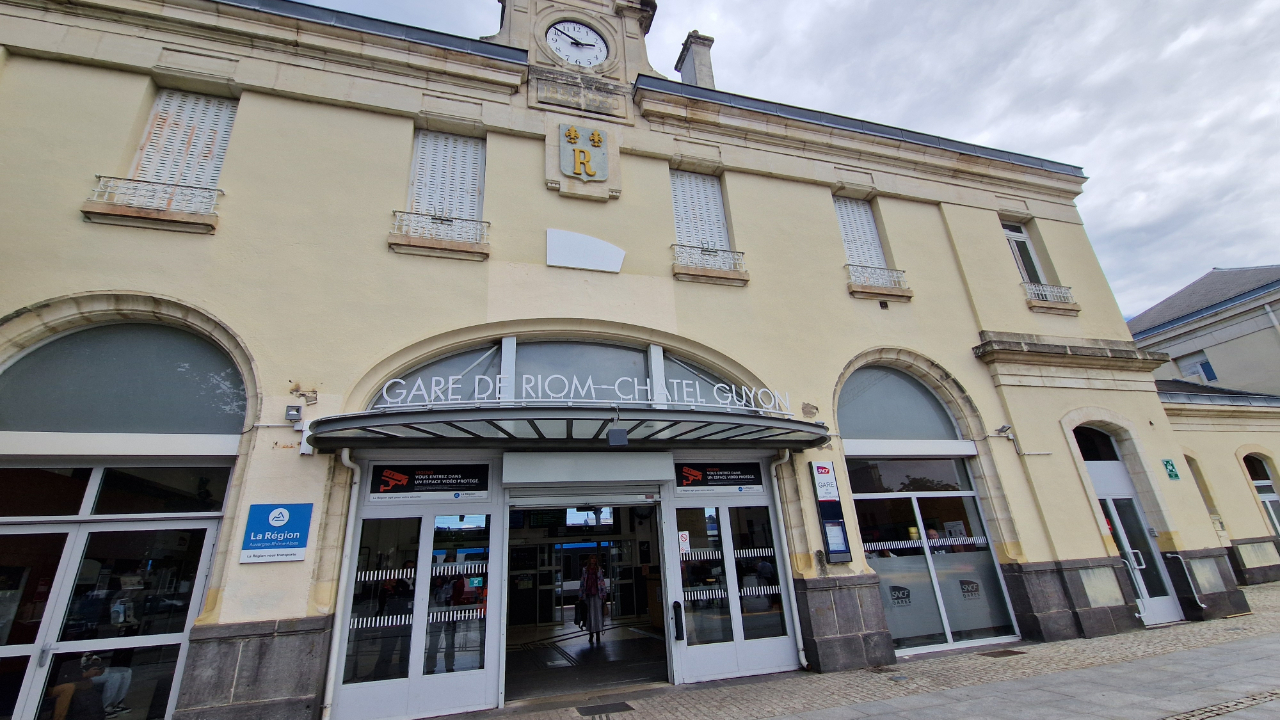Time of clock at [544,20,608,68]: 2:50
